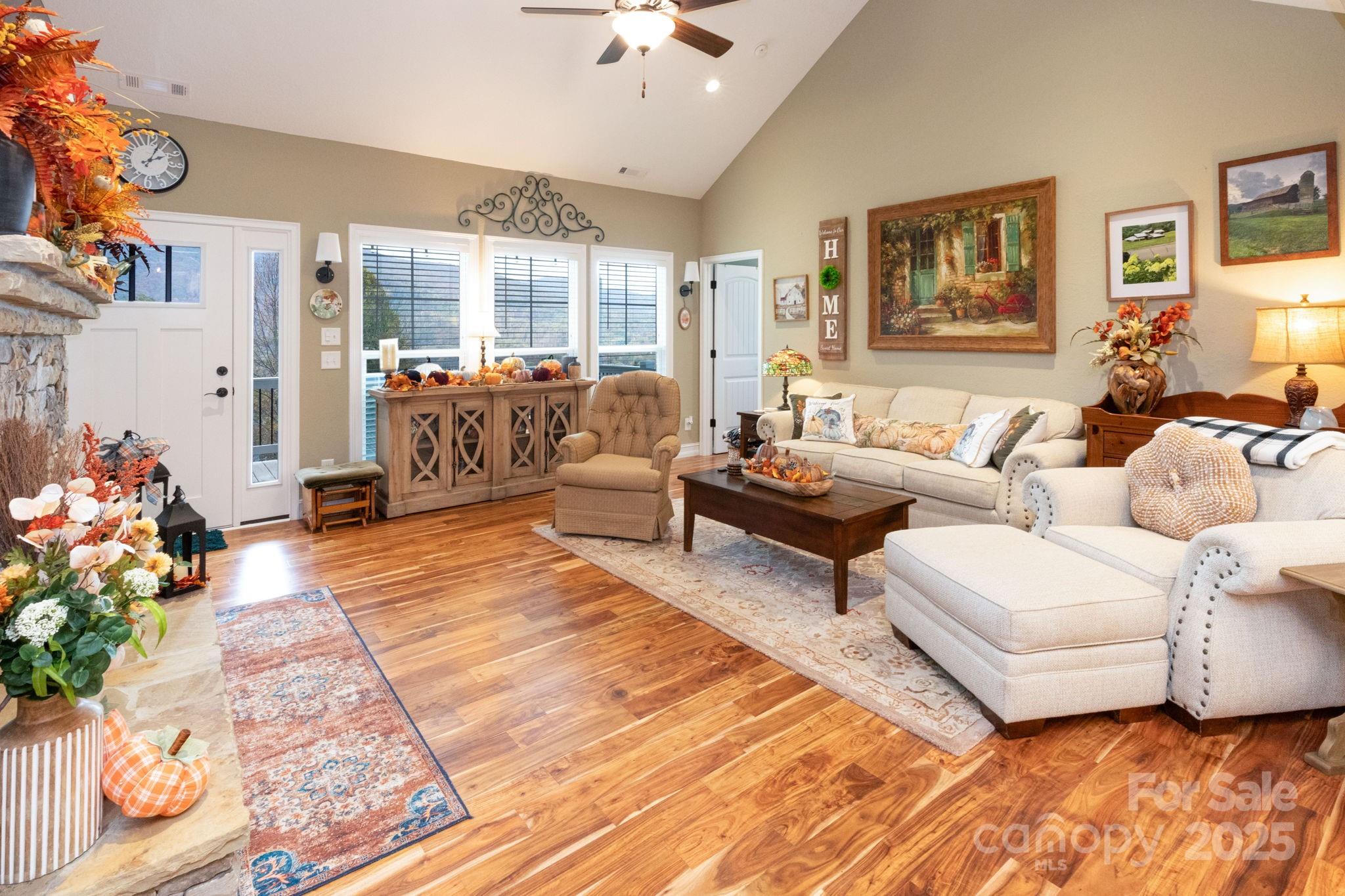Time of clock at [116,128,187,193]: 2:03
